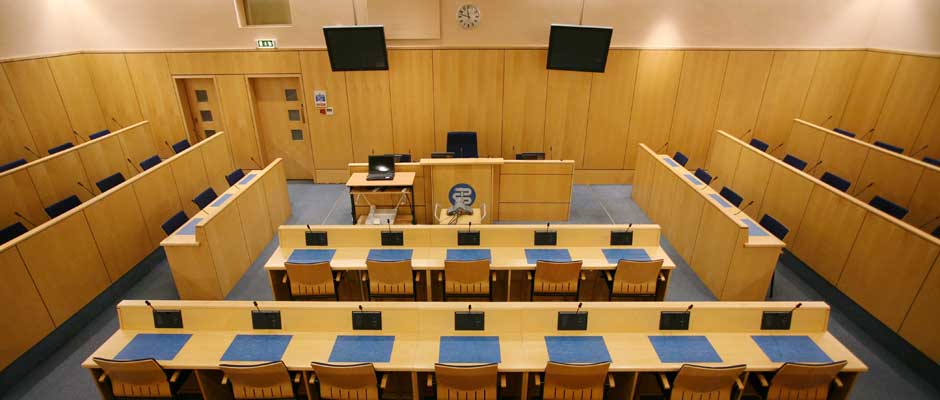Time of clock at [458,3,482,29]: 11:47
